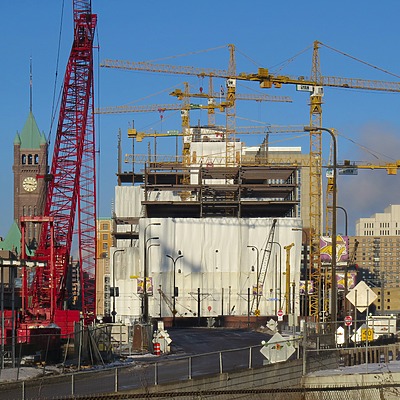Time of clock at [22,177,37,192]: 9:17
